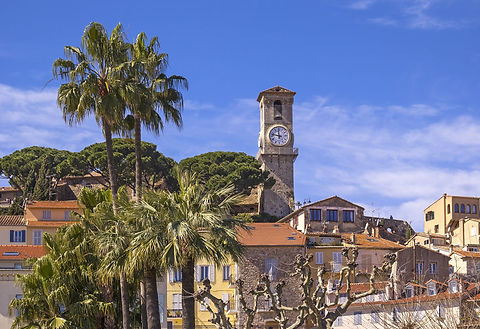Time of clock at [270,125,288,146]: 11:47
